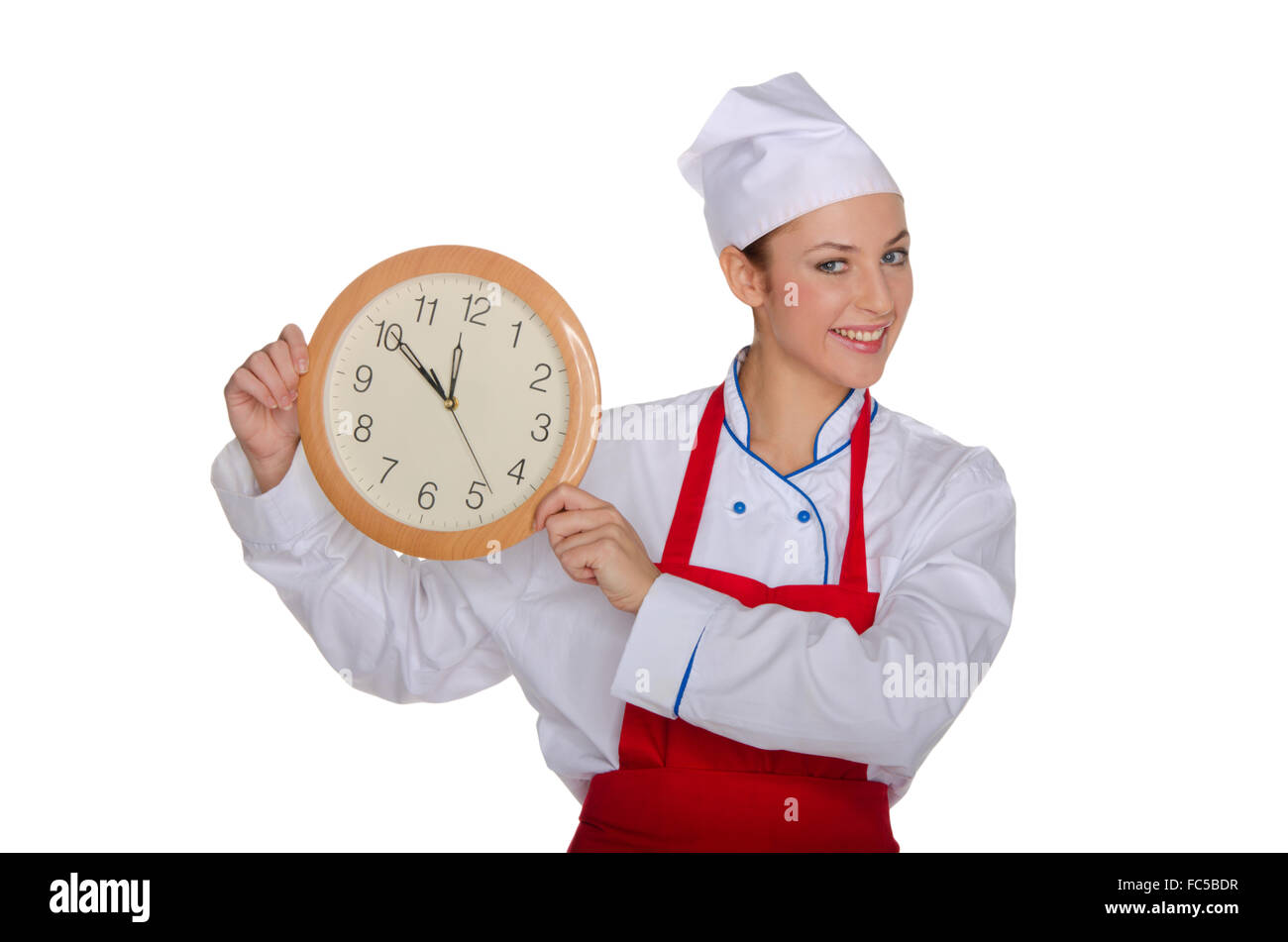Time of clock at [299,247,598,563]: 11:50
